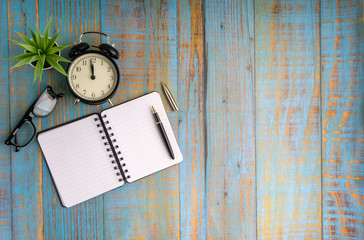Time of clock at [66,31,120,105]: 11:58
